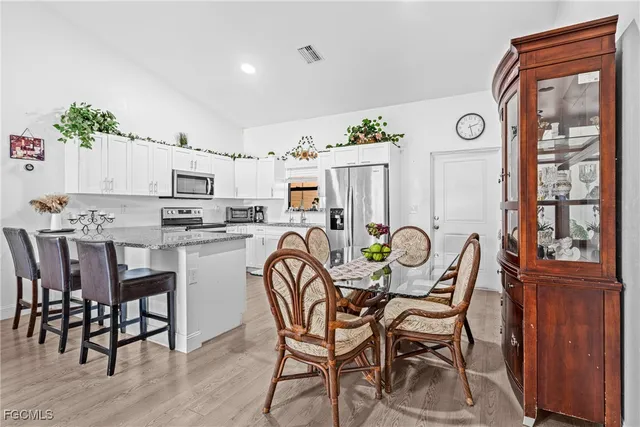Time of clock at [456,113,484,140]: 2:27
